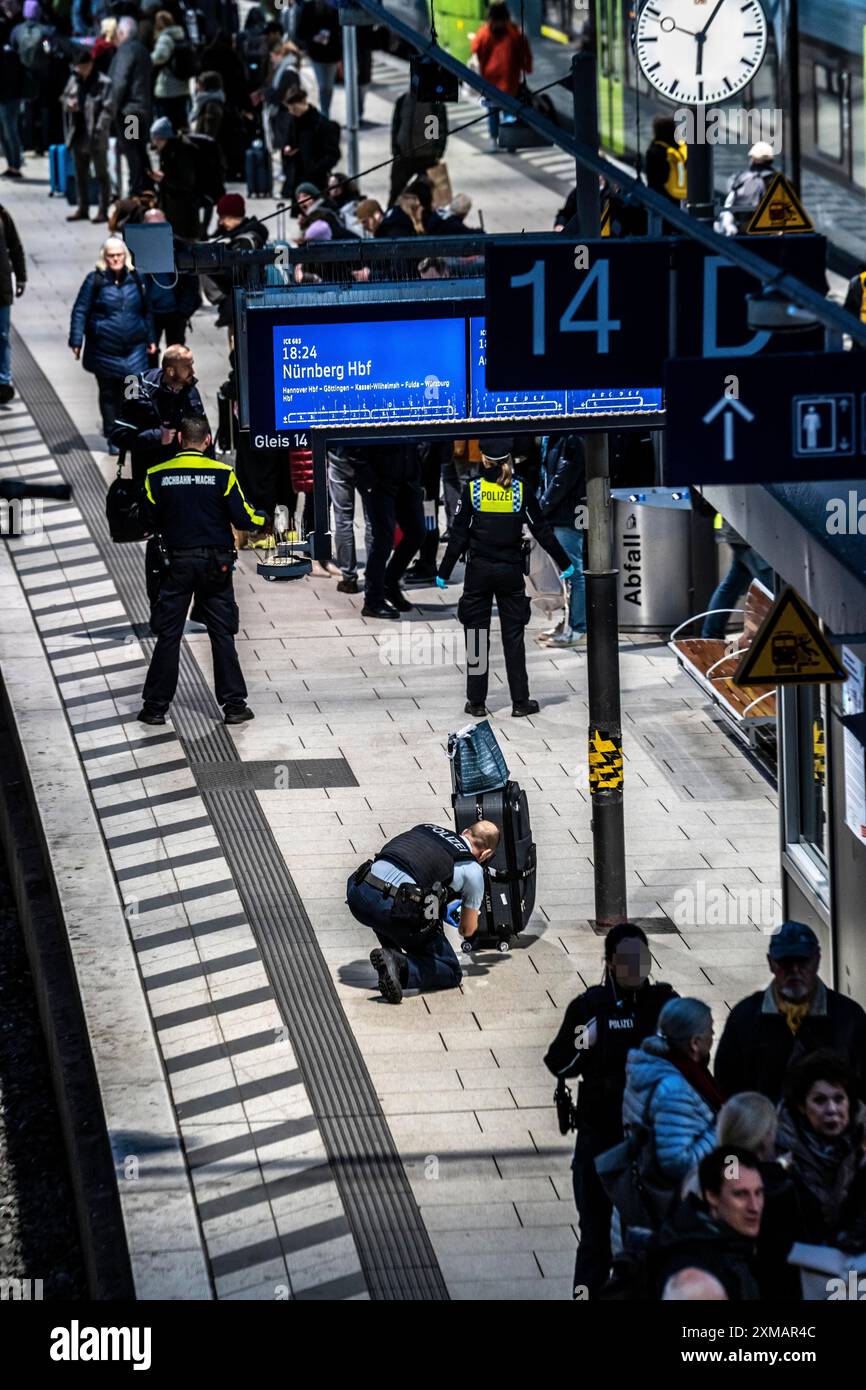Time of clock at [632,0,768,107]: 6:05
